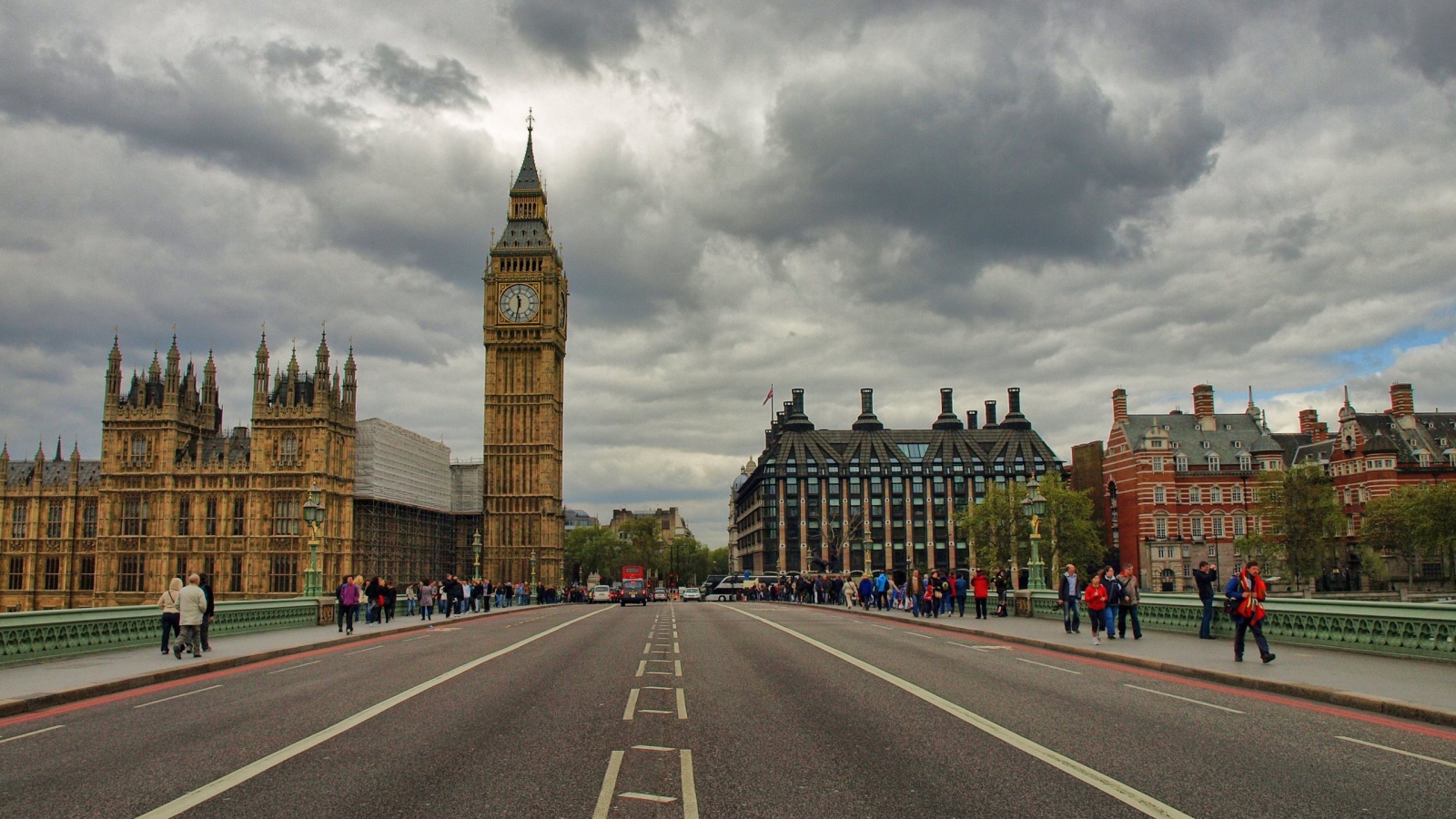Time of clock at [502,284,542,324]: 11:31
